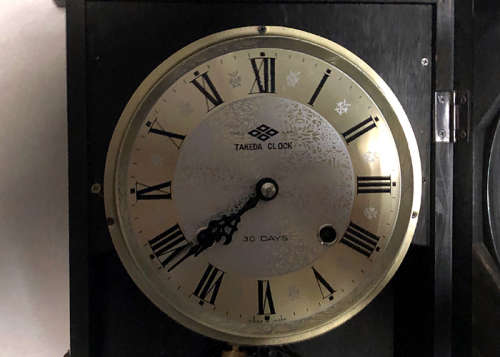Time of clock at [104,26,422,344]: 7:38
